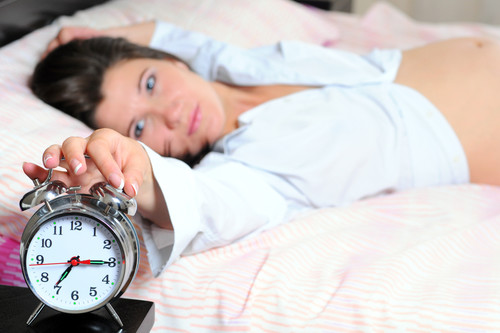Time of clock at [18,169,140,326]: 7:15
